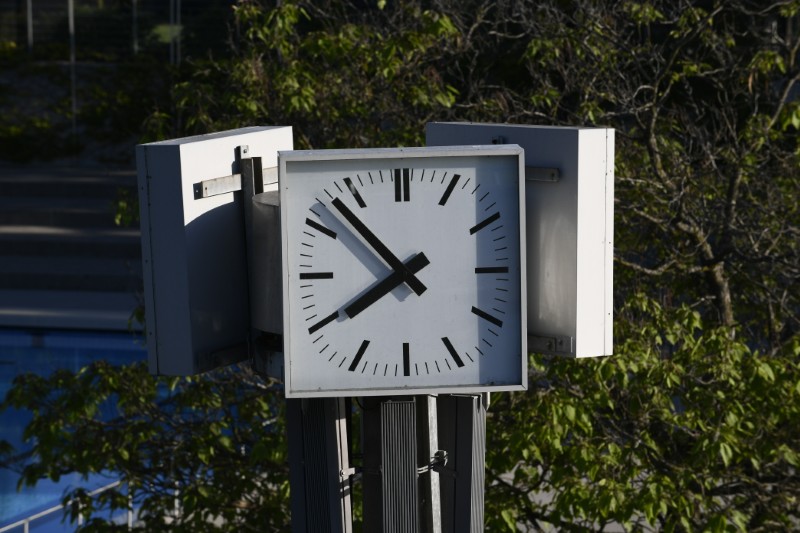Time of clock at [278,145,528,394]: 7:52
